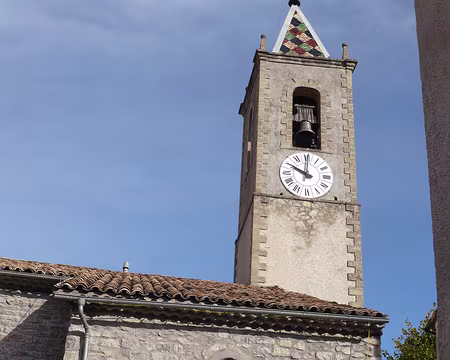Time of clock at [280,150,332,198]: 10:00
